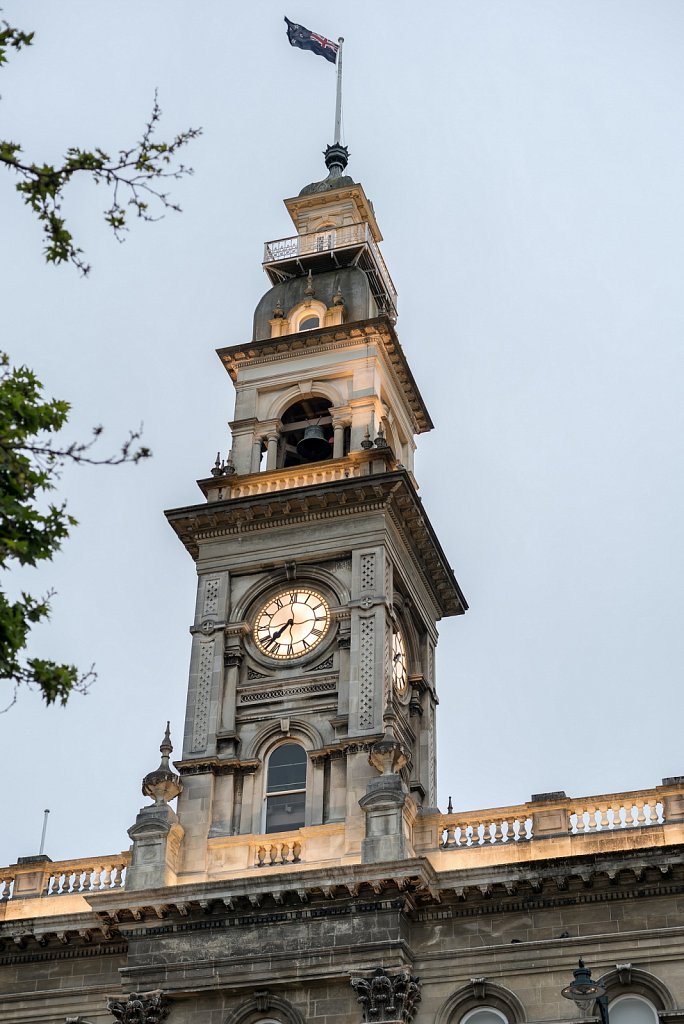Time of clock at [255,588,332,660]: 7:37
